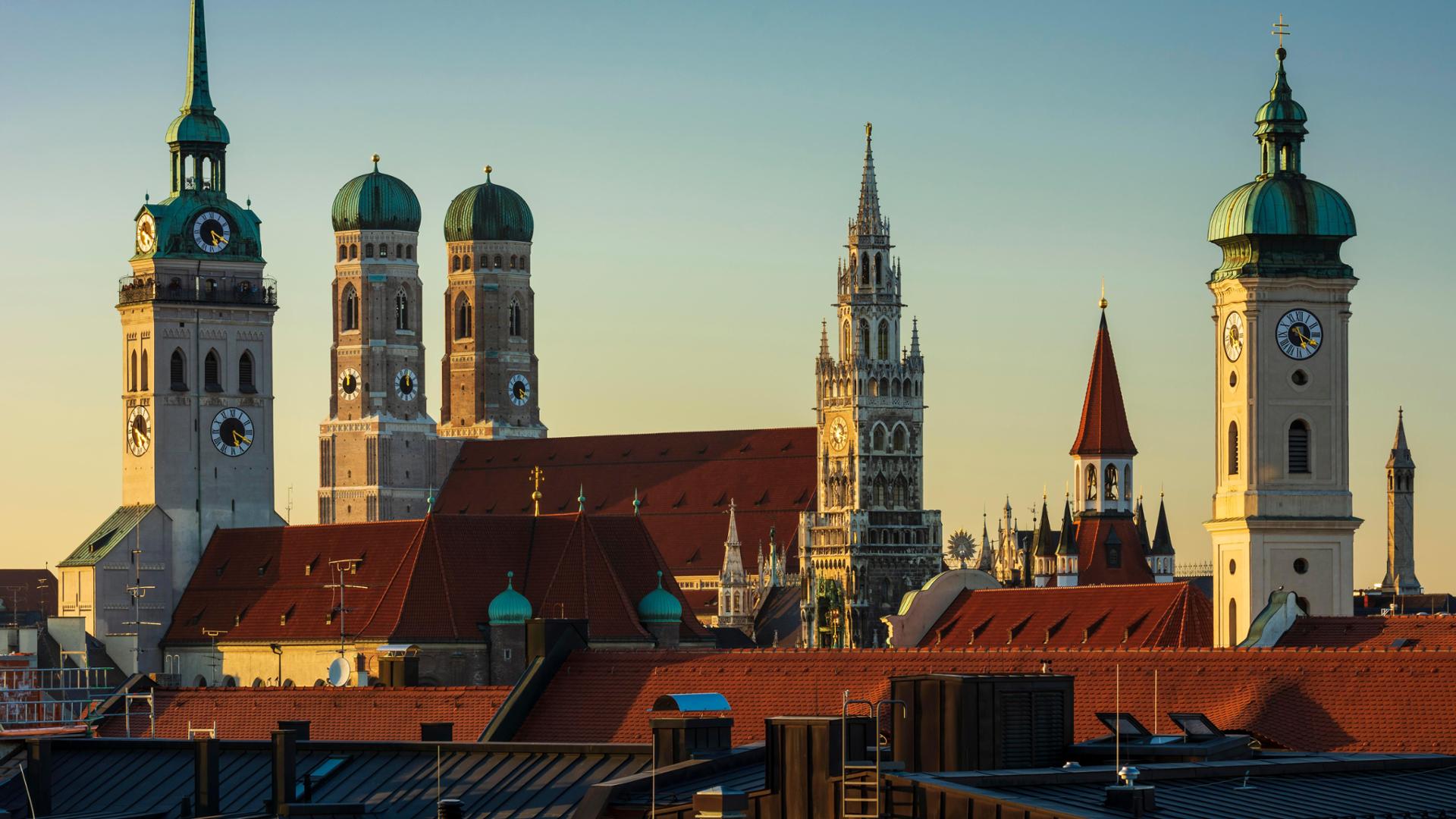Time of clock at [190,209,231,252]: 5:20
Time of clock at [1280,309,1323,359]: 5:19
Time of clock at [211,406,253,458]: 5:19
